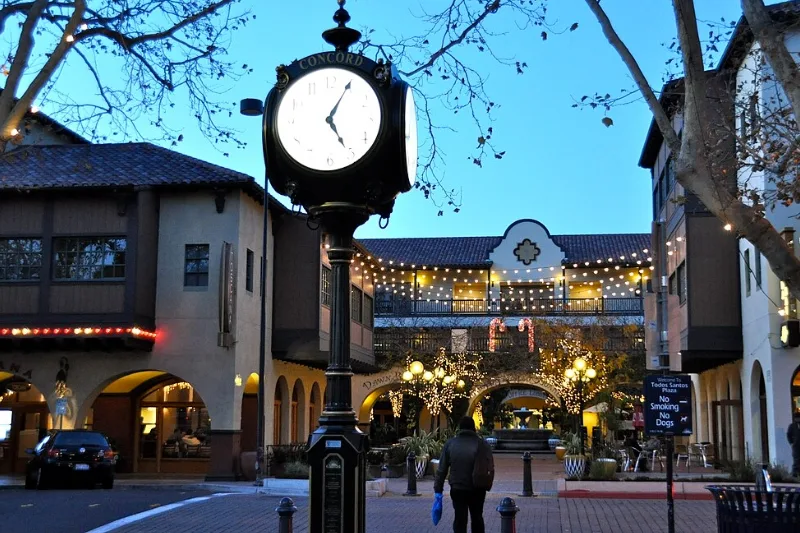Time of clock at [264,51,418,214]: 5:04
